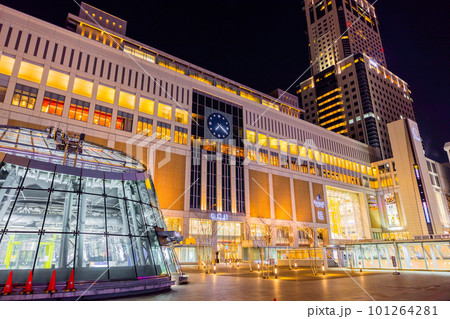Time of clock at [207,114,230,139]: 7:20
